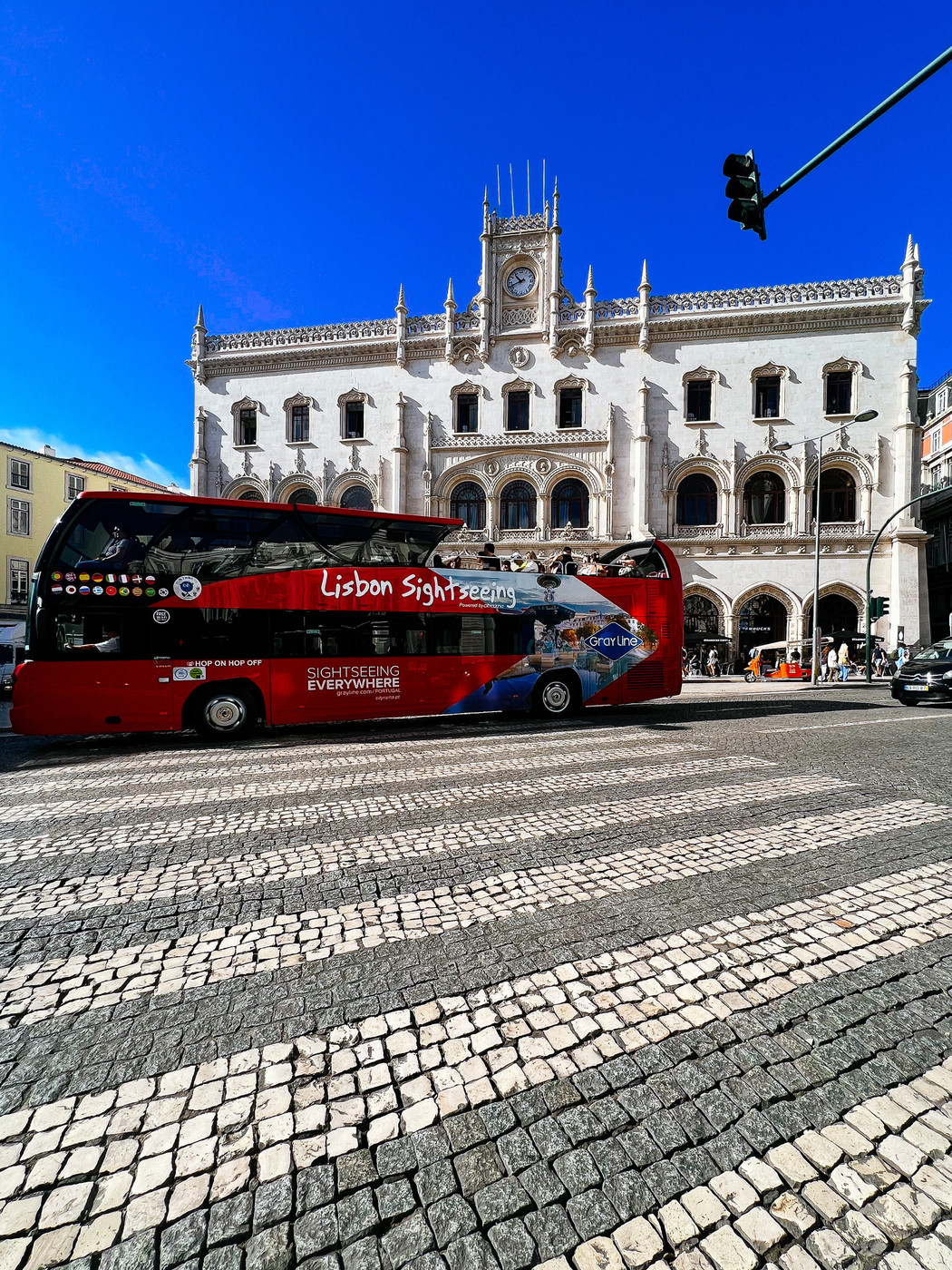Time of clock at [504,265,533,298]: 10:41
